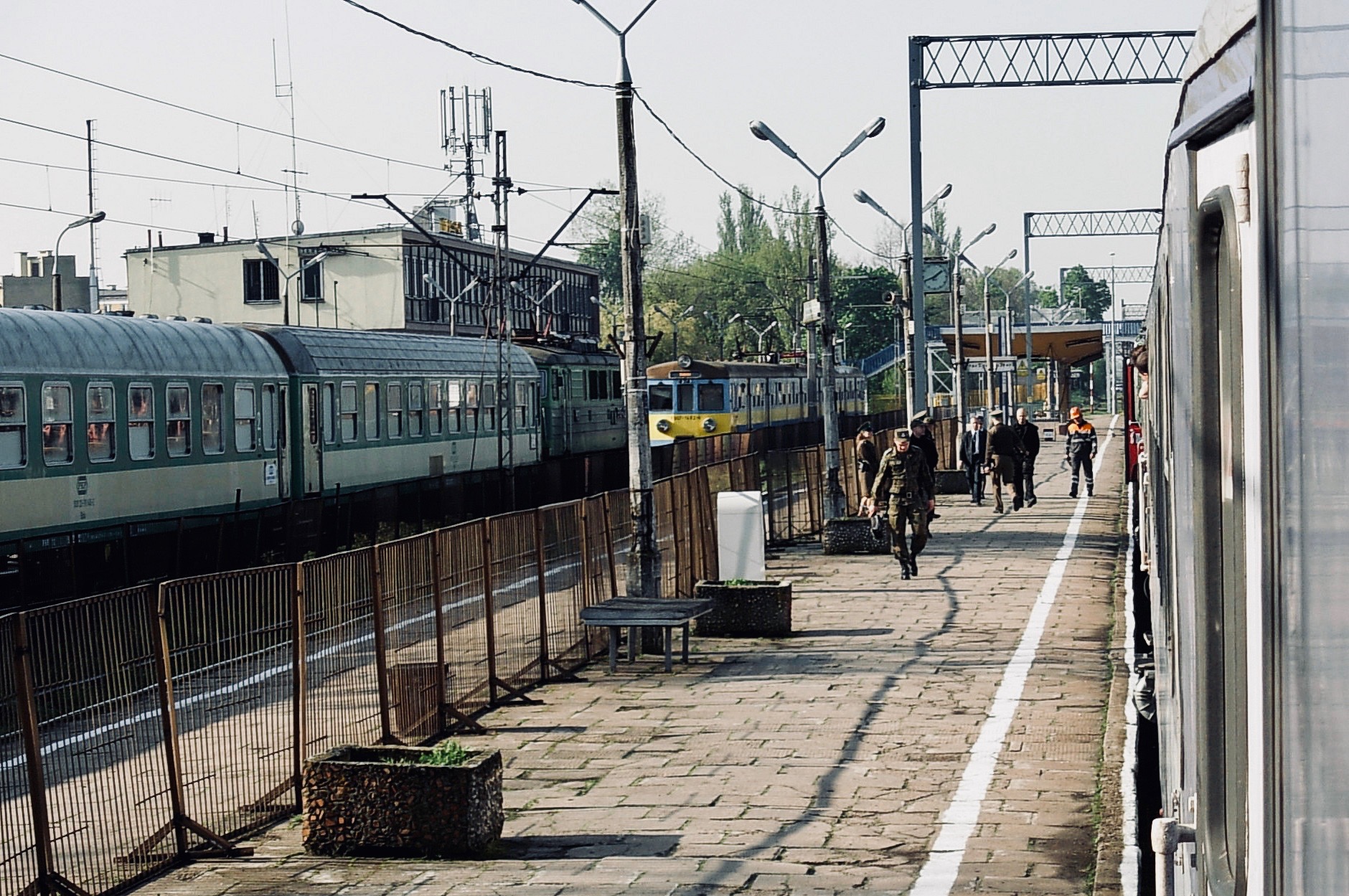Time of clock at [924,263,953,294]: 1:41
